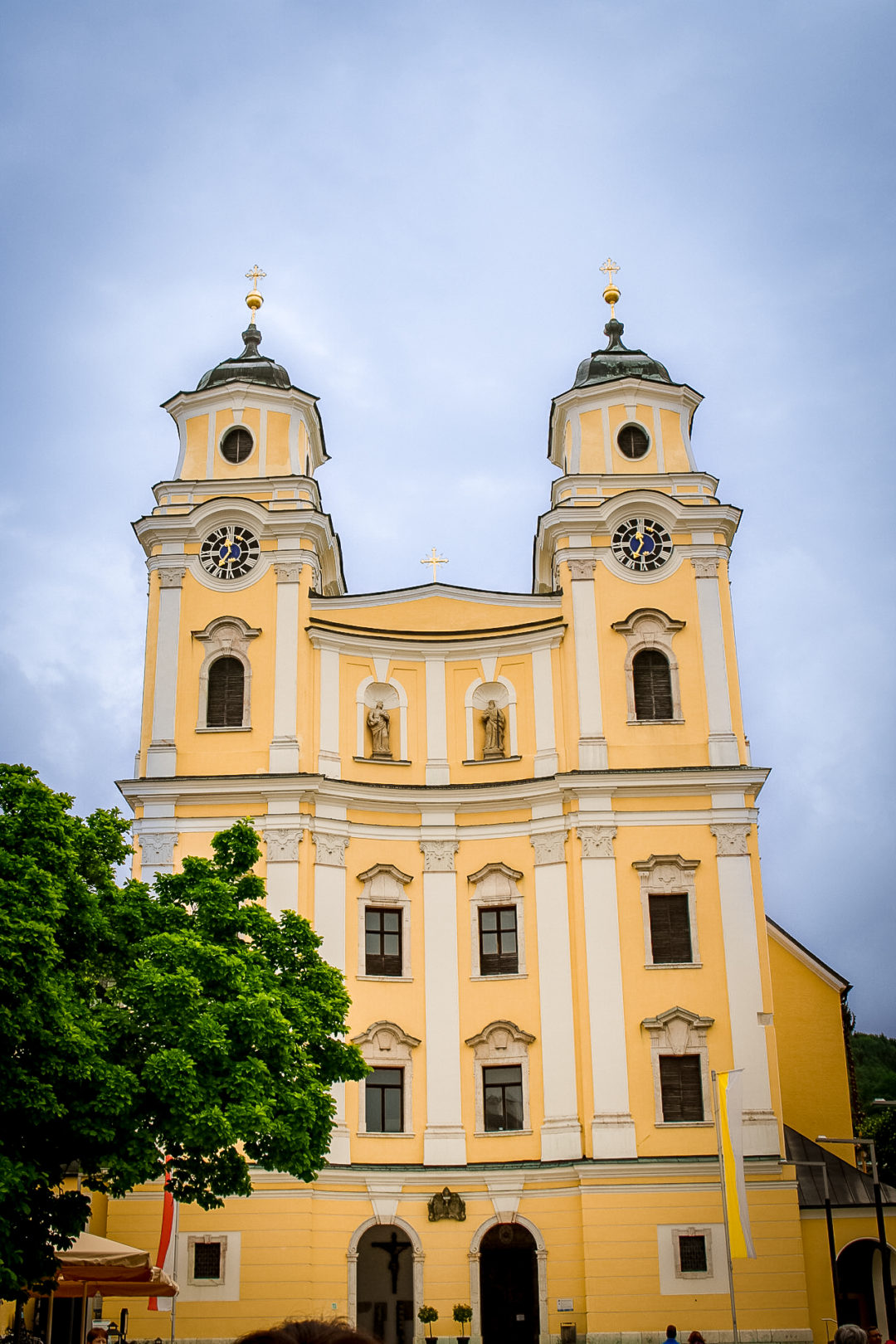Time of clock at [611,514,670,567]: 11:34
